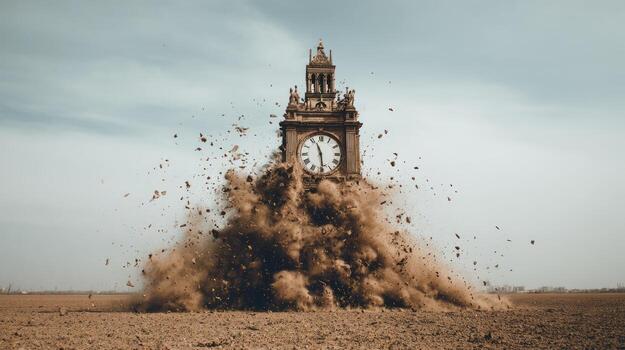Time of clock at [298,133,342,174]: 11:28
